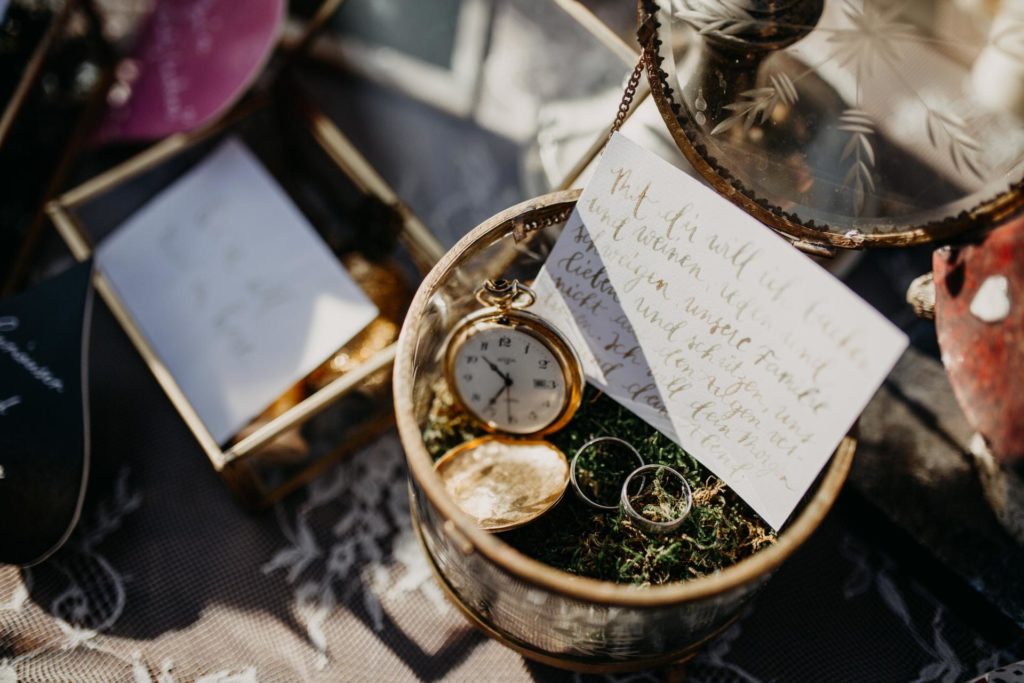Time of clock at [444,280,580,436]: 10:36
